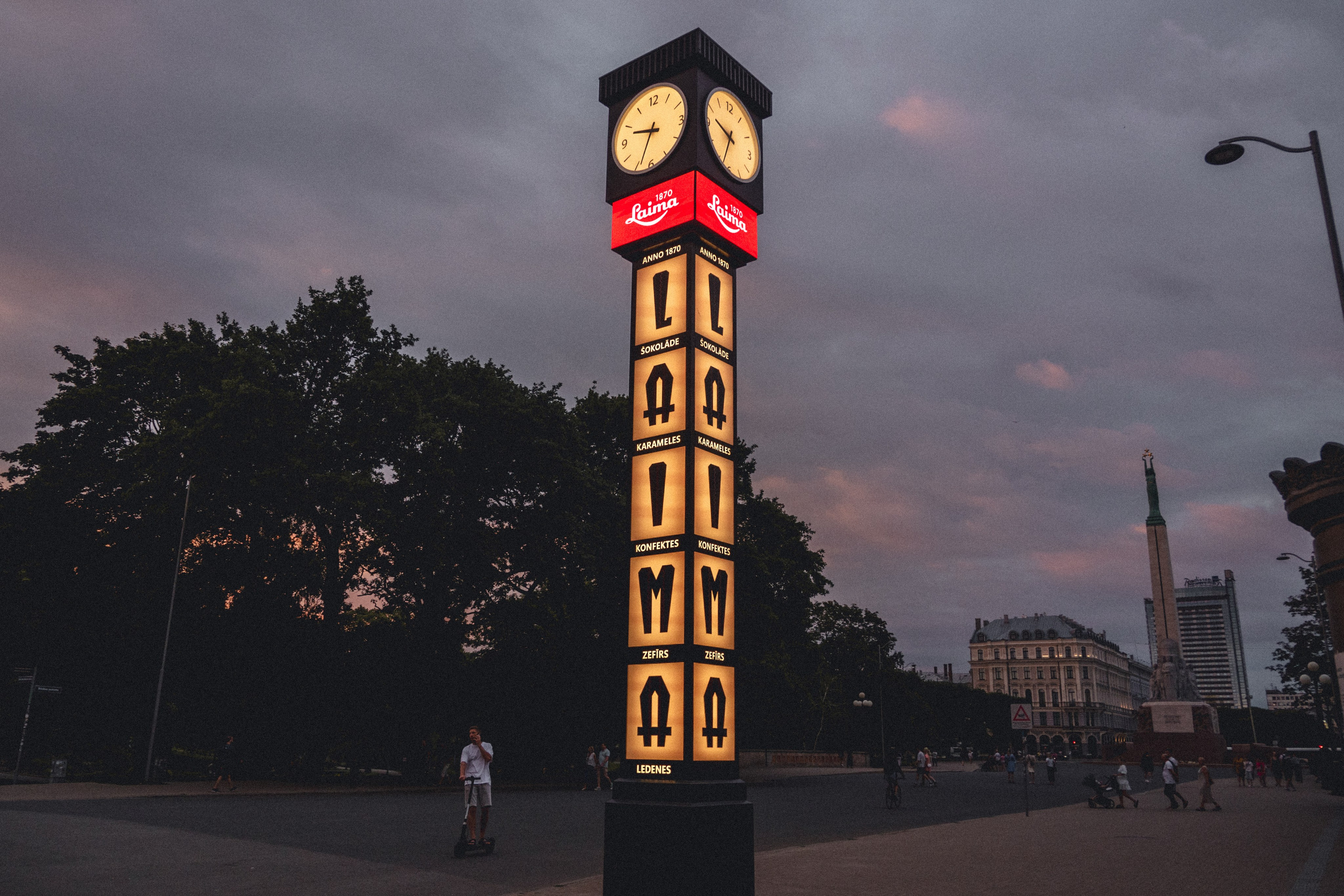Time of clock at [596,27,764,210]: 9:34
